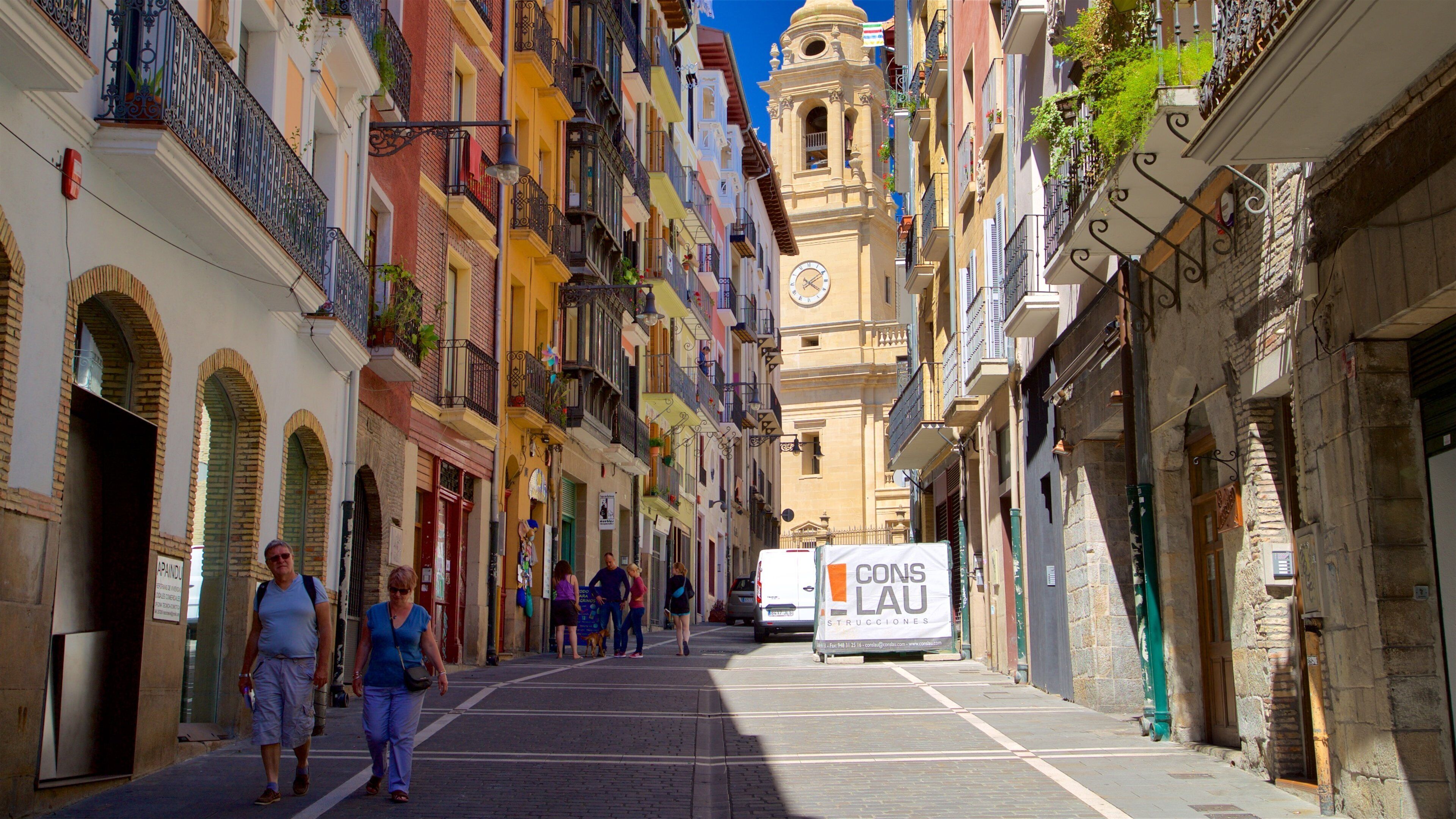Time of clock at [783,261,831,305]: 4:09
